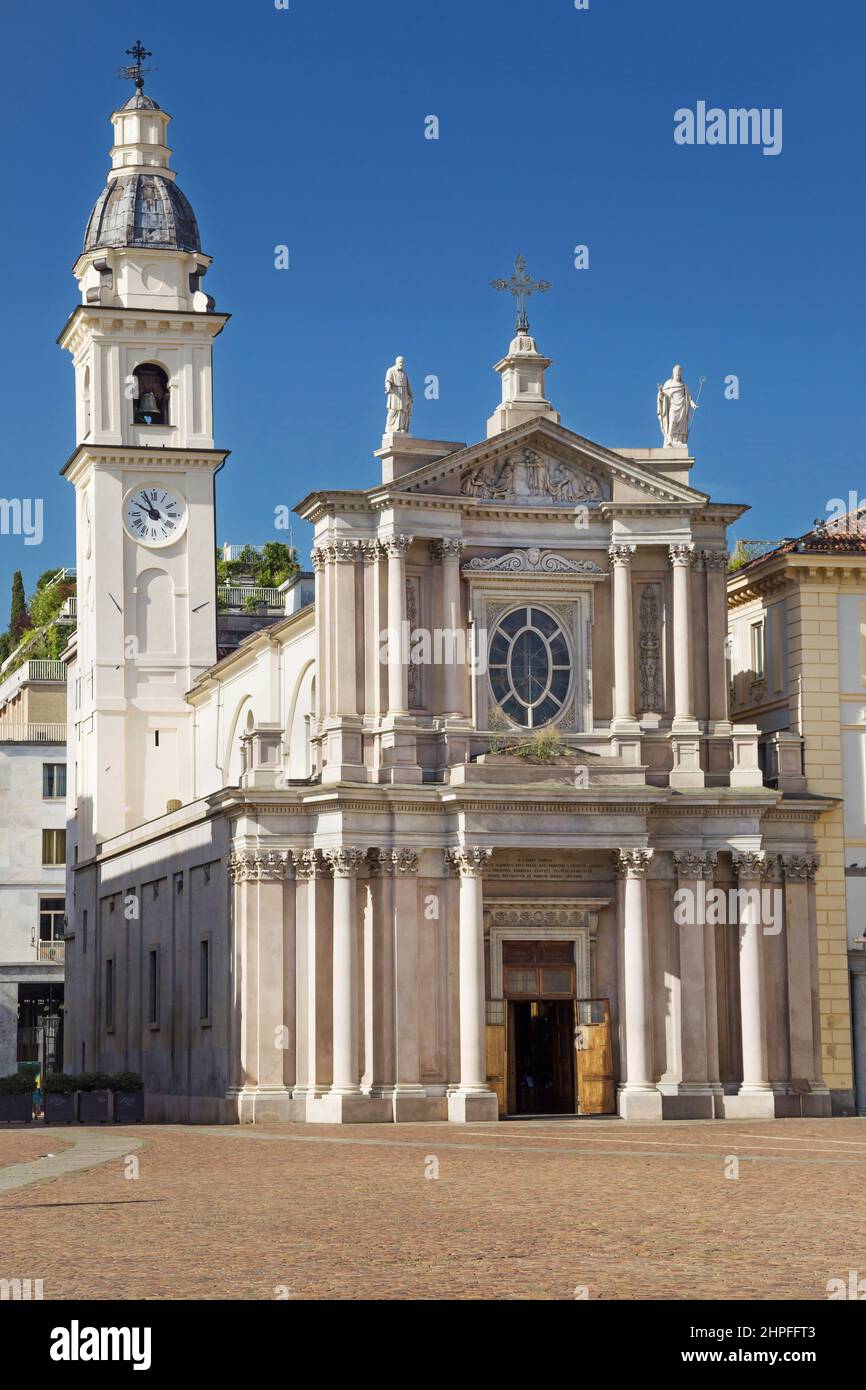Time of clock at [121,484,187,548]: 9:55
